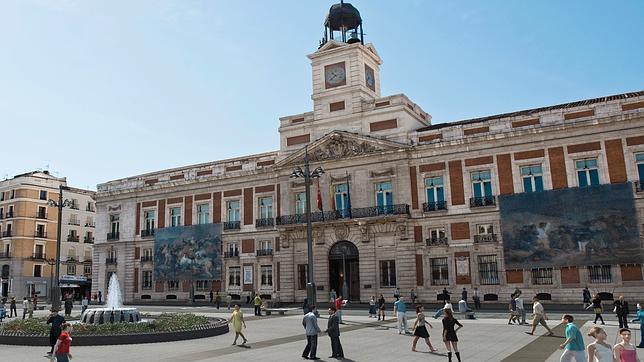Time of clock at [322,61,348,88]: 10:39
